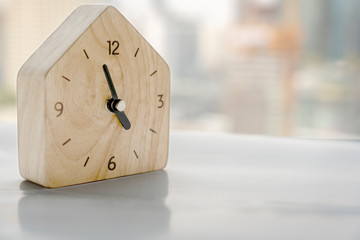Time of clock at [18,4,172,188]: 4:57
